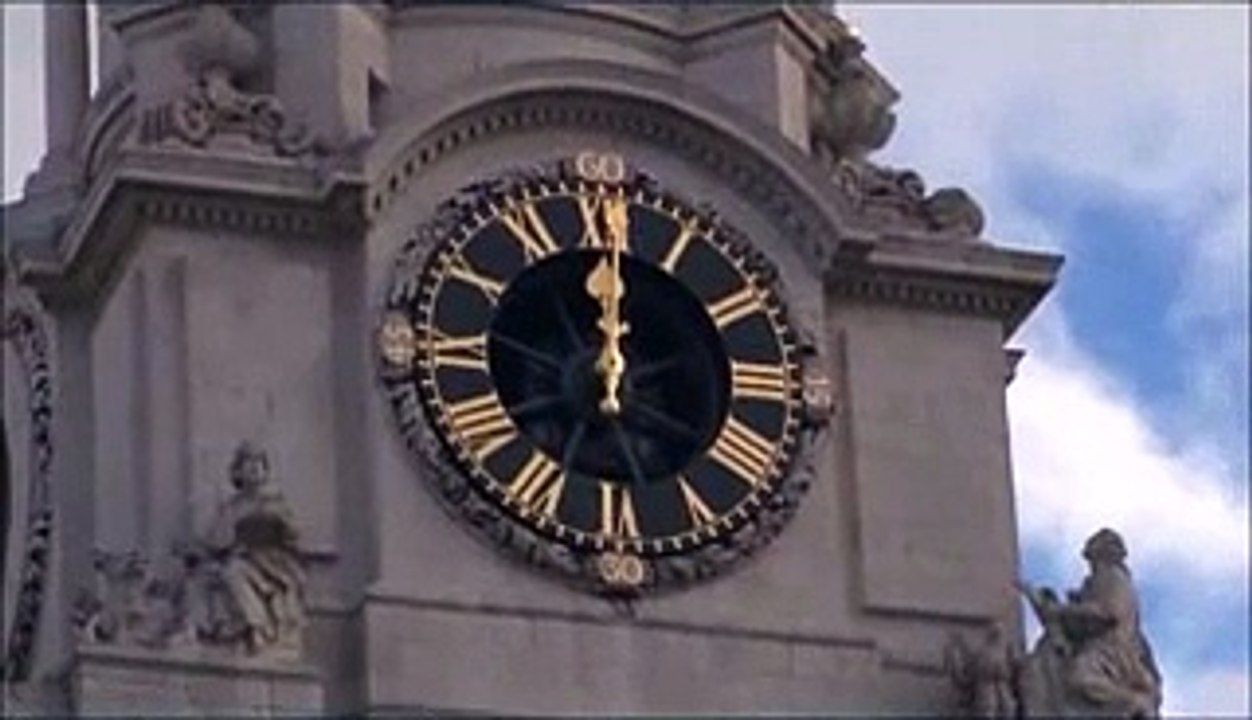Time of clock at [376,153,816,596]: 12:00
